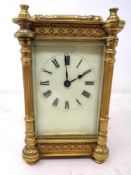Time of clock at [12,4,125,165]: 1:59
